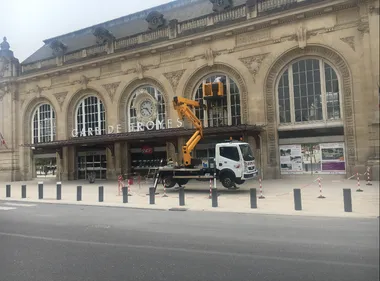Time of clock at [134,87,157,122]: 9:22
